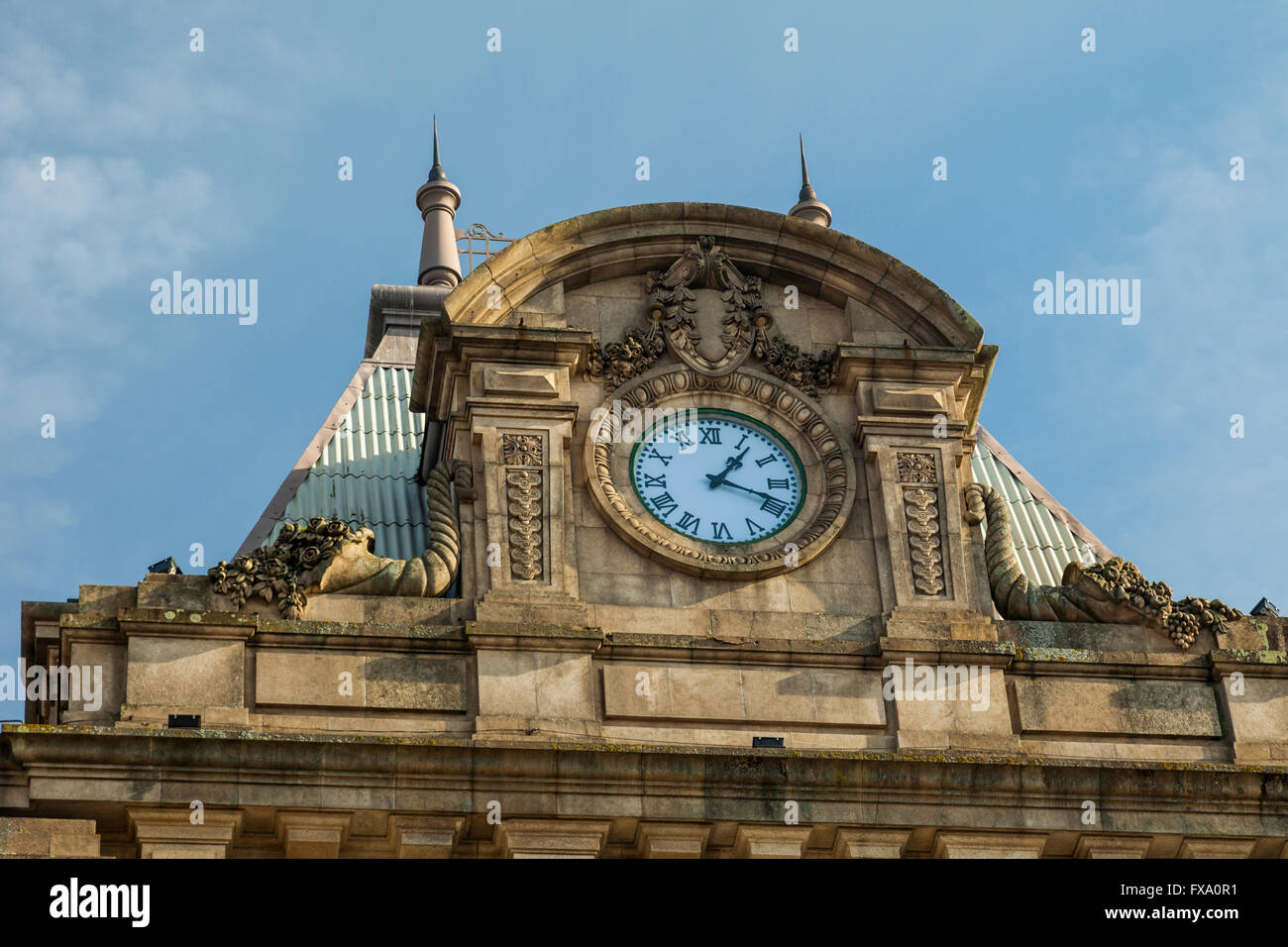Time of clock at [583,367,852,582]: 1:18
